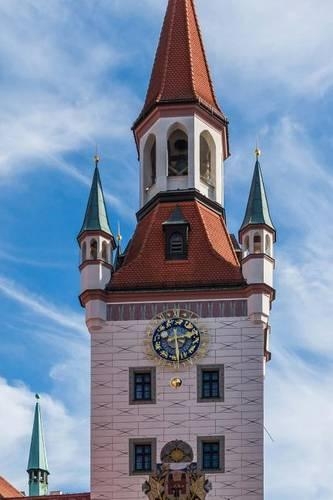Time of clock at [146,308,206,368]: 2:29
